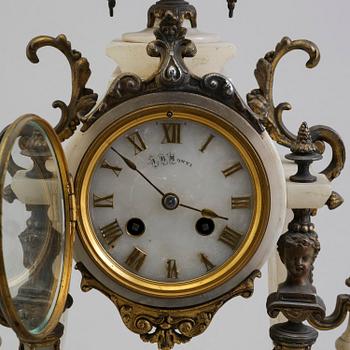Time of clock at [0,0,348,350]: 3:52
